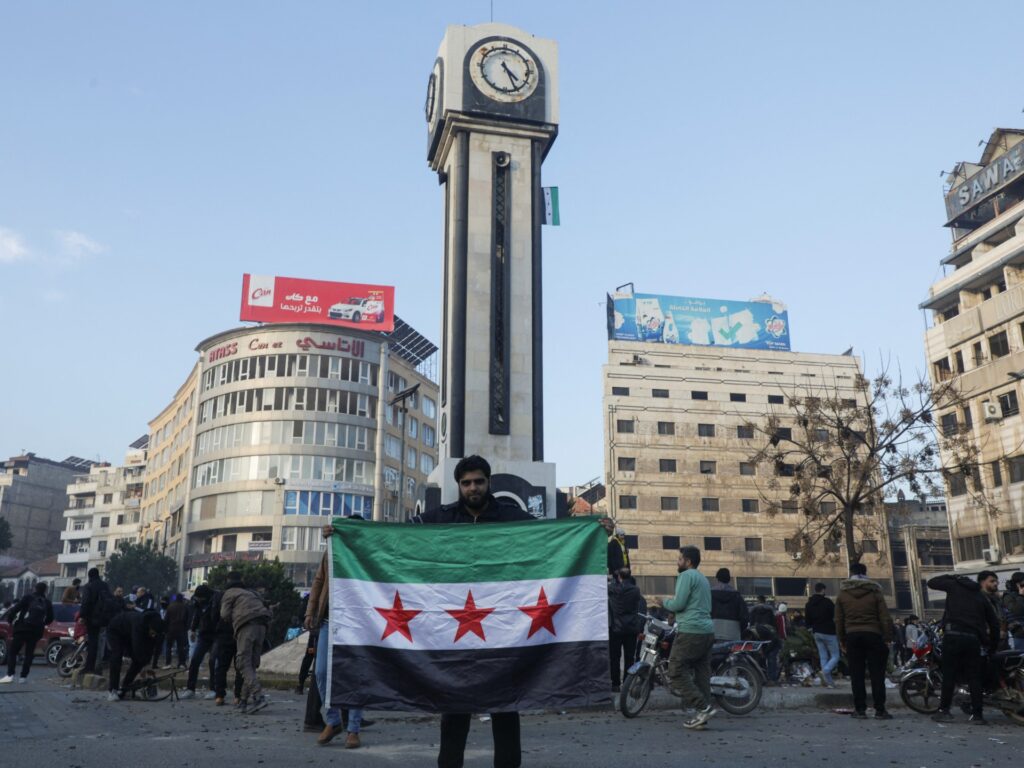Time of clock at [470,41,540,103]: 4:26
